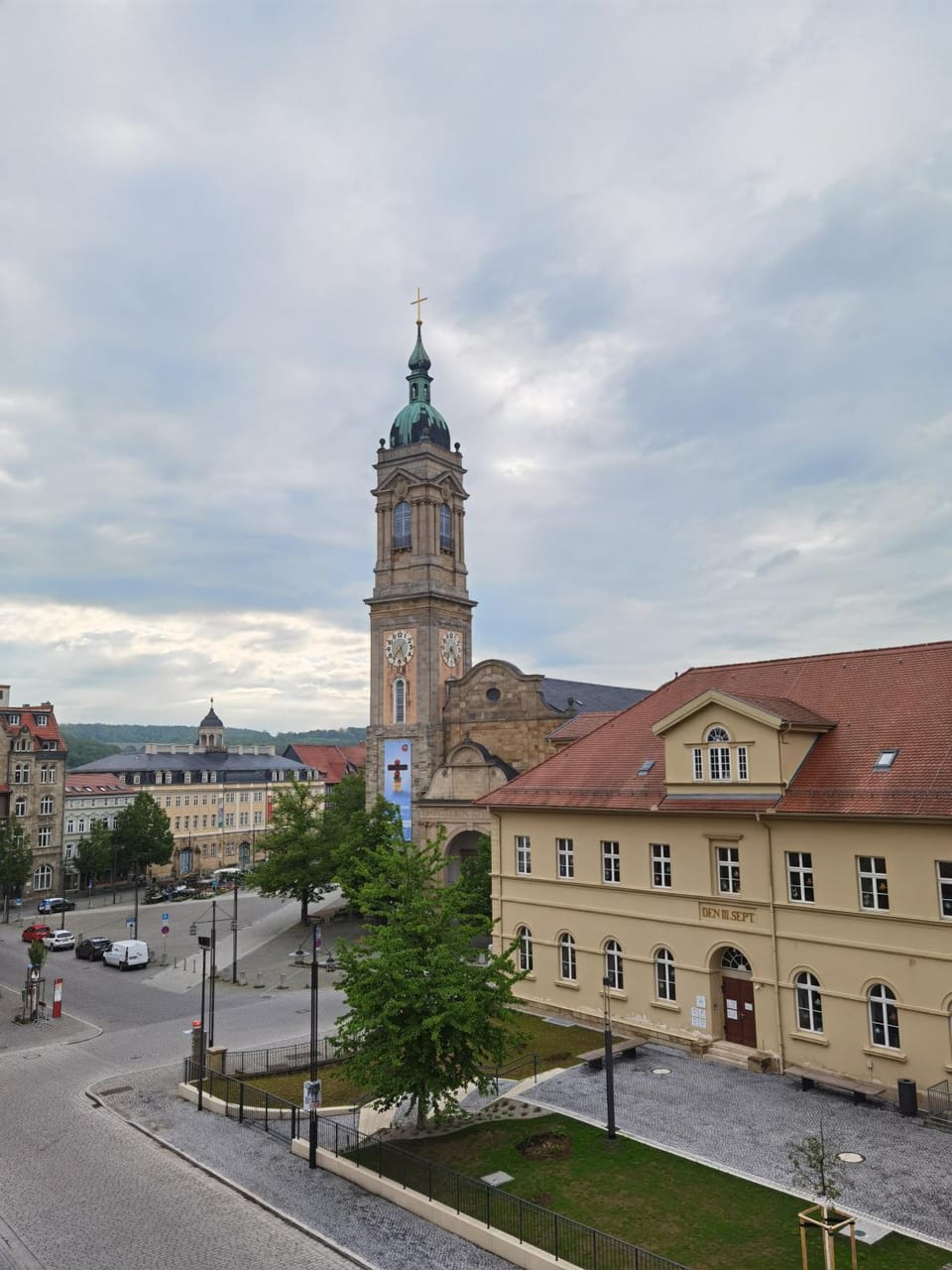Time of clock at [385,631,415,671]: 7:25
